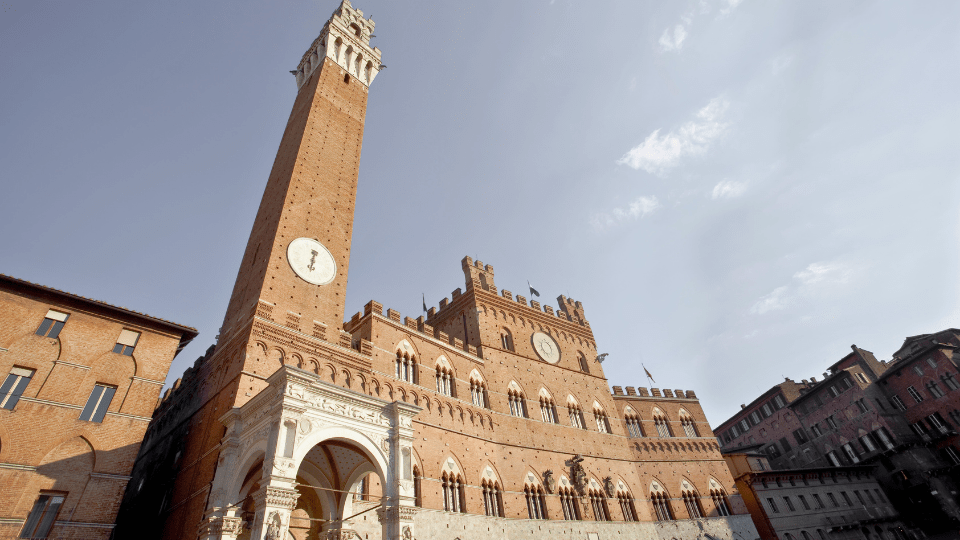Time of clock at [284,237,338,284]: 12:33
